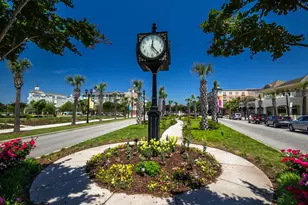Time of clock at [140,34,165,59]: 12:23
